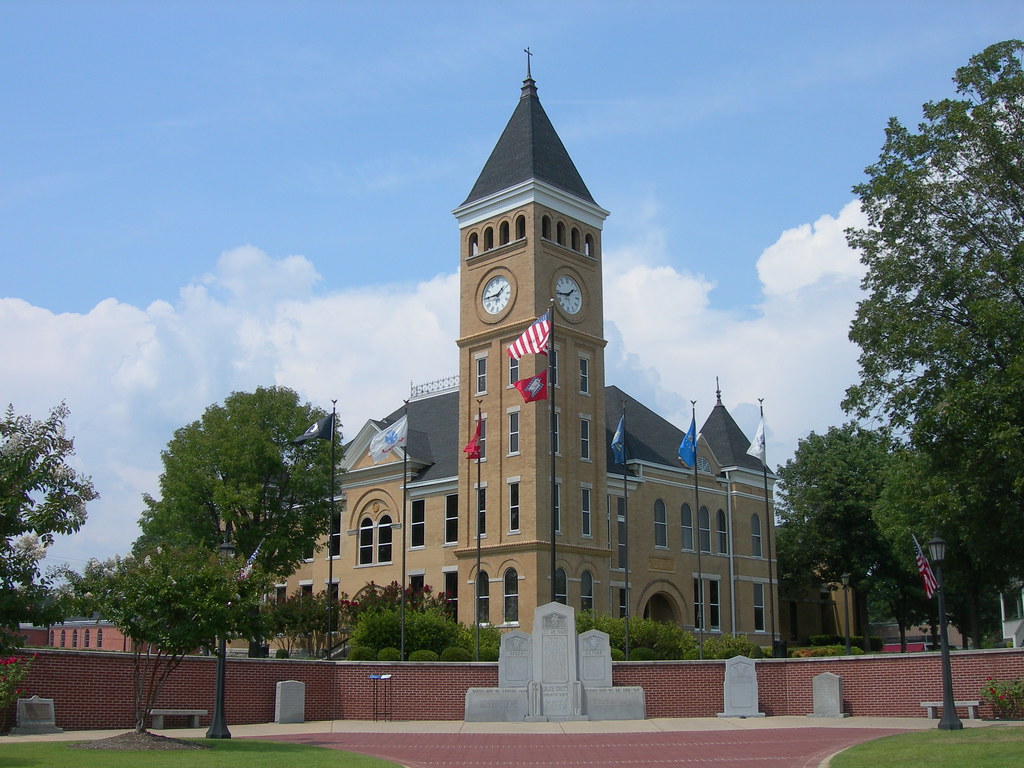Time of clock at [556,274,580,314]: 1:43
